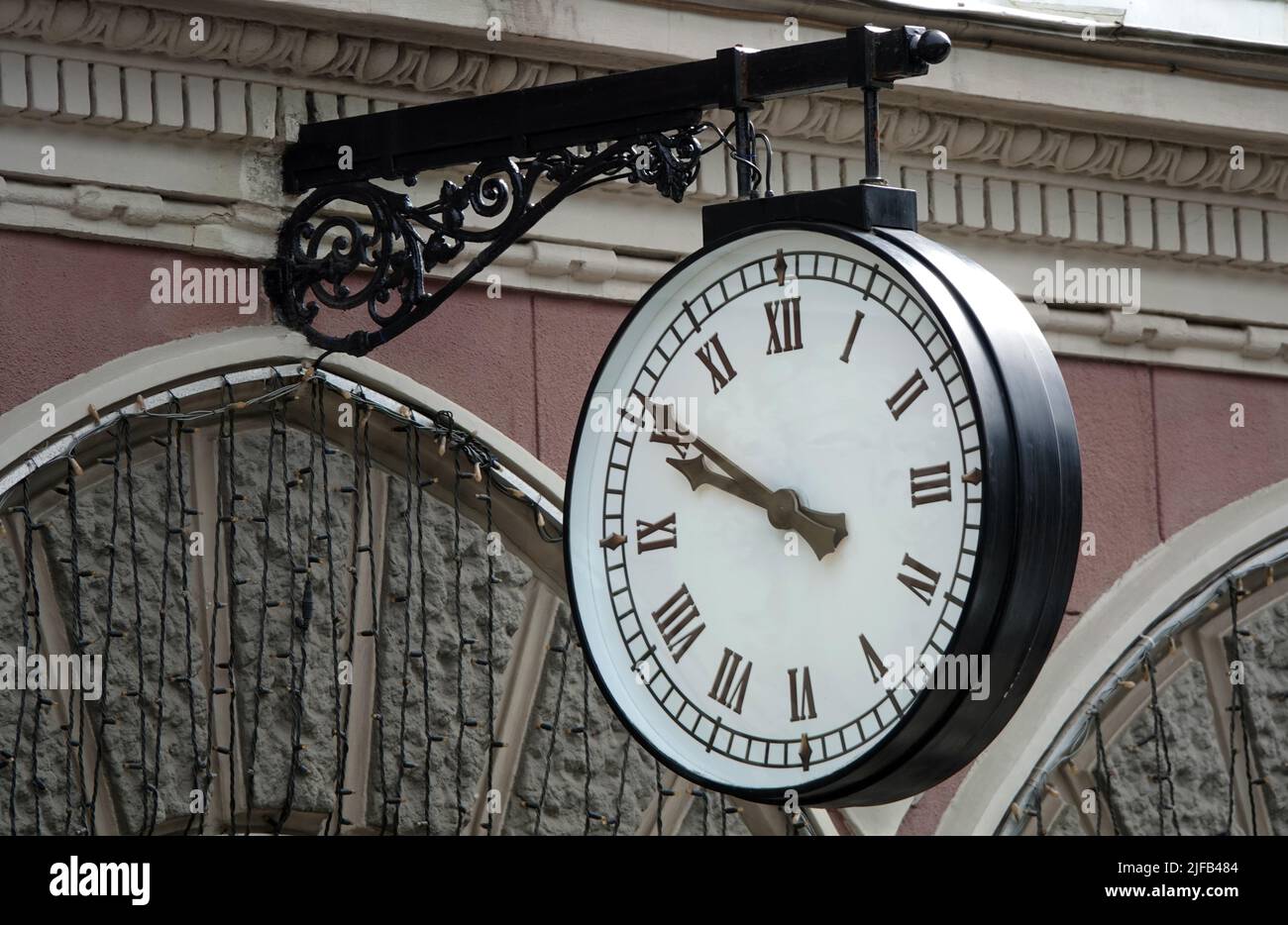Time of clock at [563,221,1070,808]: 9:50
